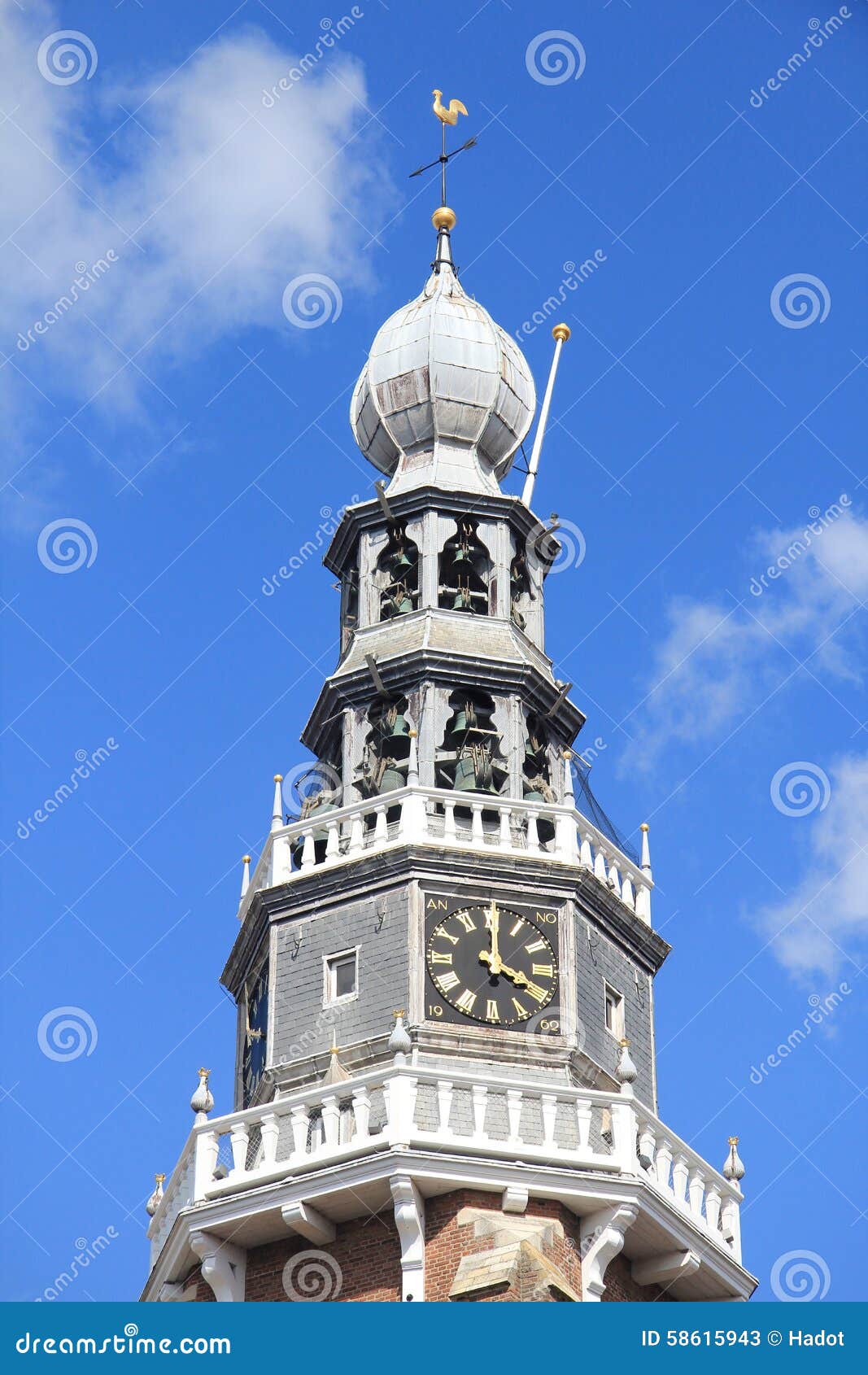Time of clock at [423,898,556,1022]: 4:00
